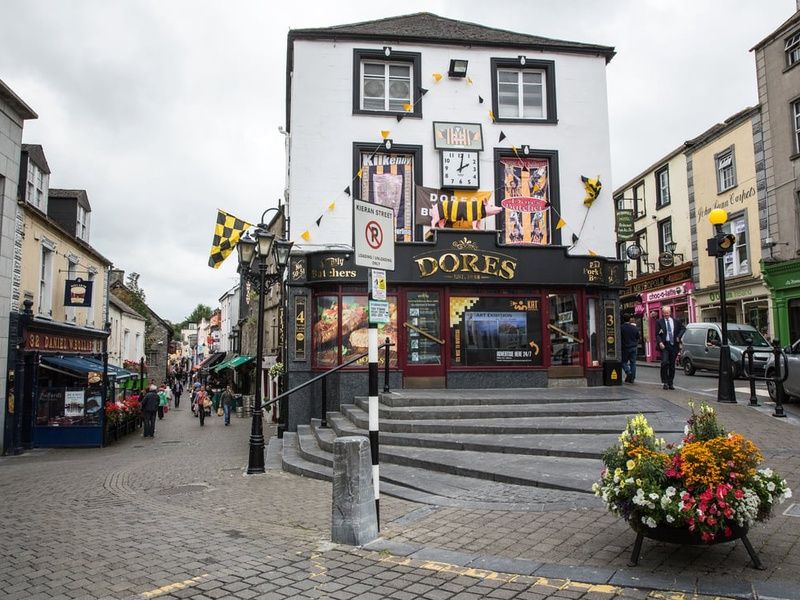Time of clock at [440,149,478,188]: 2:01
